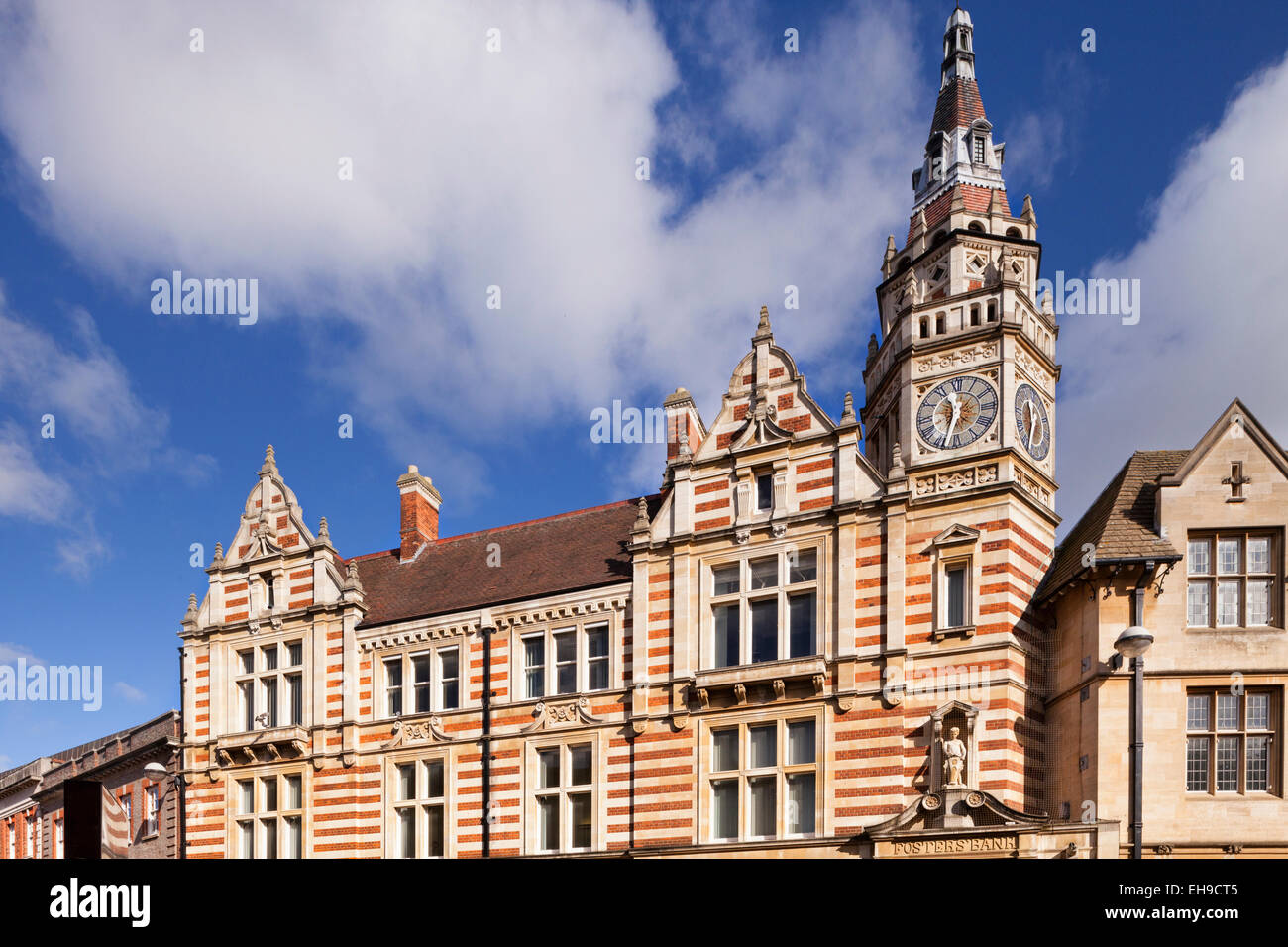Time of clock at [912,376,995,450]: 11:32
